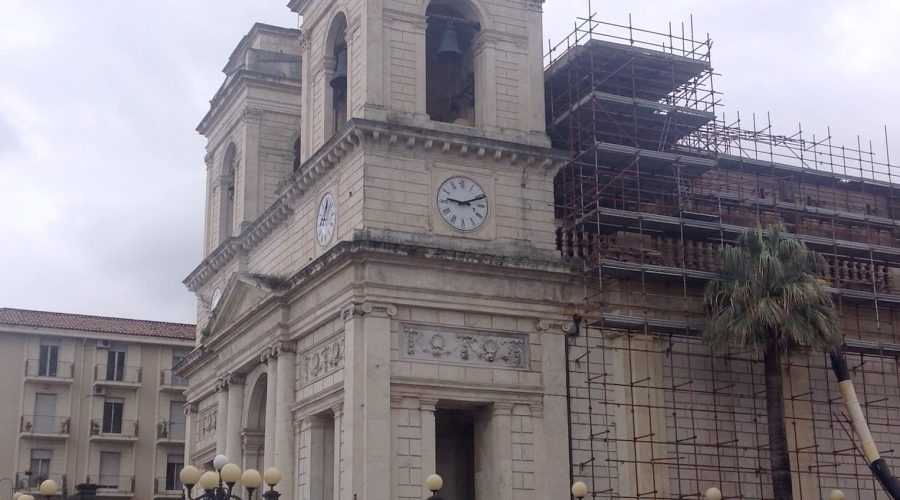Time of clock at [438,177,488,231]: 9:11
